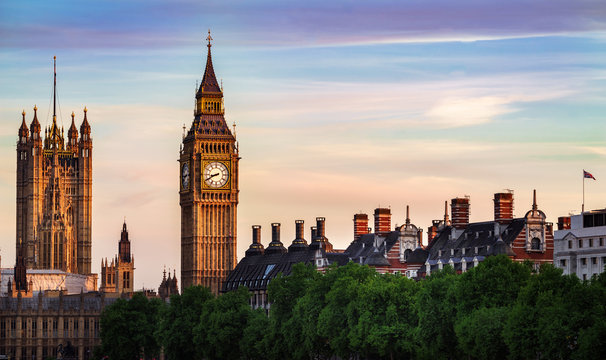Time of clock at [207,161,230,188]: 8:40
